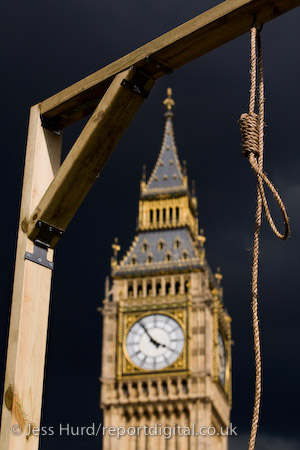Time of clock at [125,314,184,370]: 3:54
